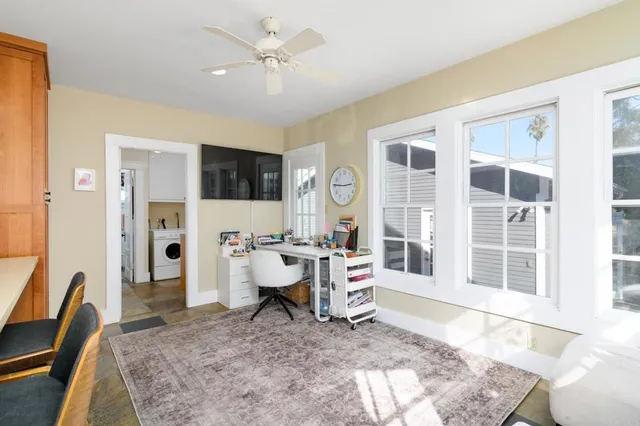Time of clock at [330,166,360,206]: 2:45
